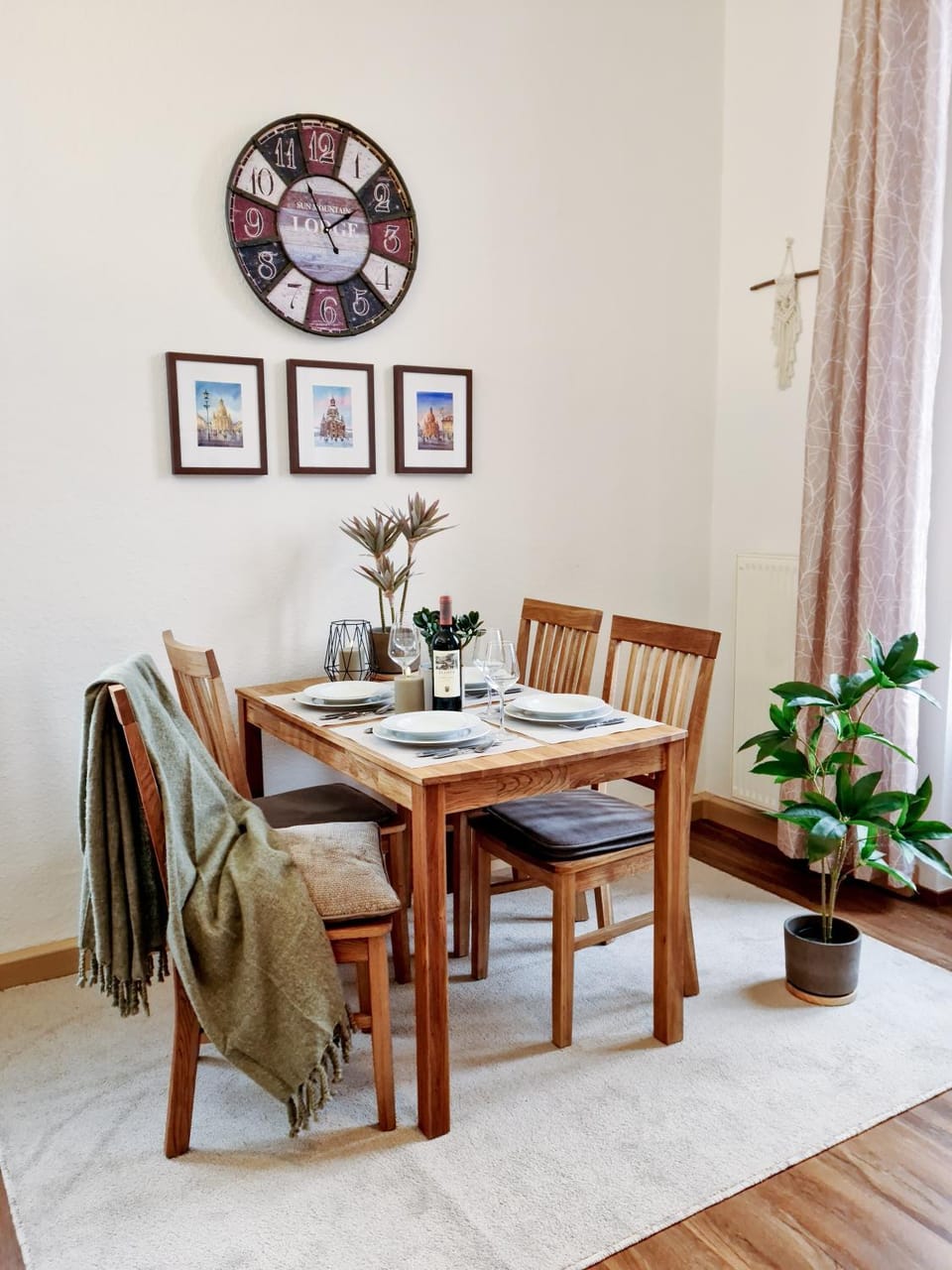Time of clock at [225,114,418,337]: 1:56
